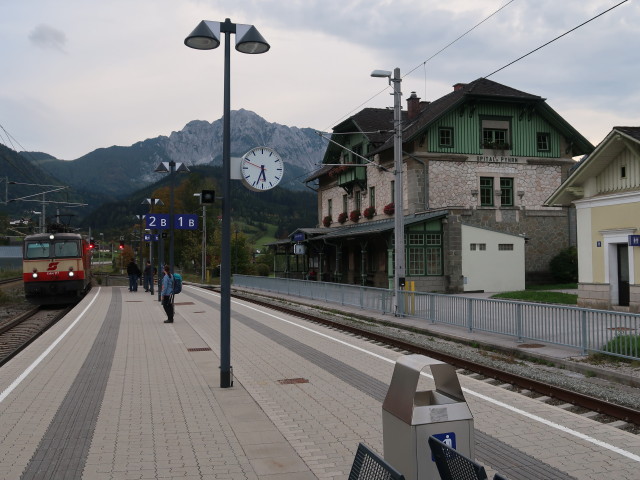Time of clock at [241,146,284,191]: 5:33
